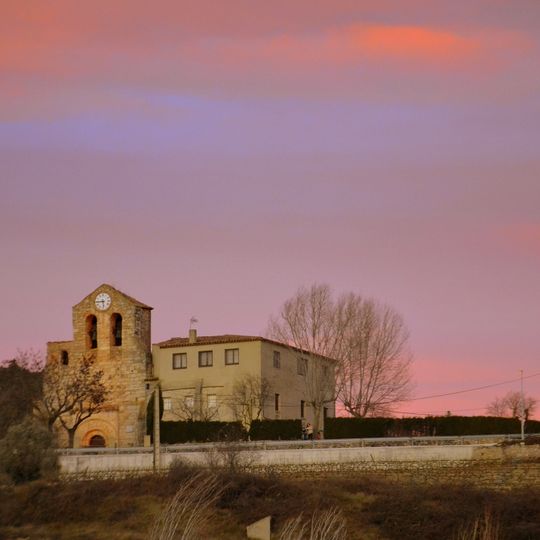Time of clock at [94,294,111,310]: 5:44
